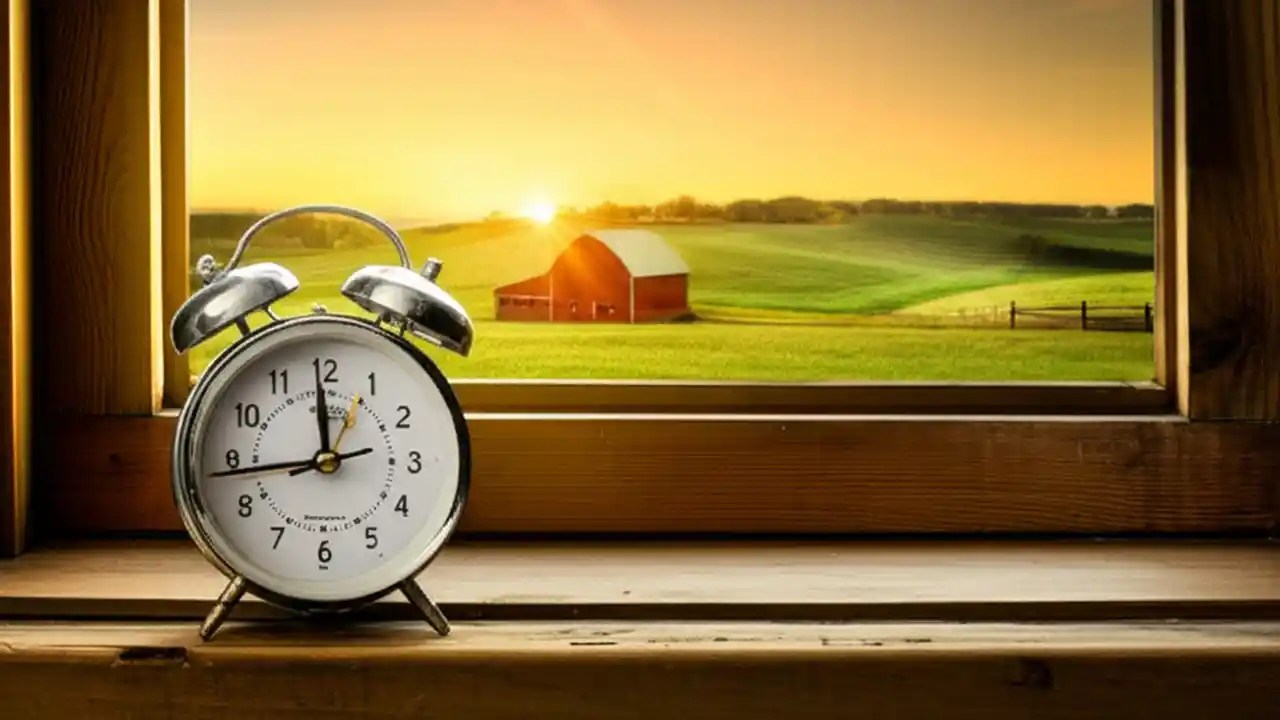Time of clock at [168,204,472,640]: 11:43
